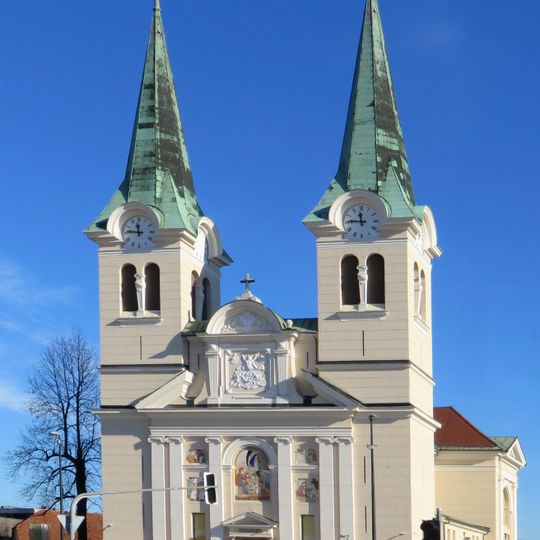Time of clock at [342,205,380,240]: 11:45
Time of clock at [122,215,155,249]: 11:46
